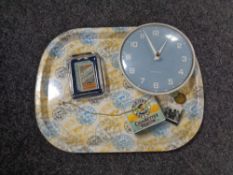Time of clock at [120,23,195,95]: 12:55
